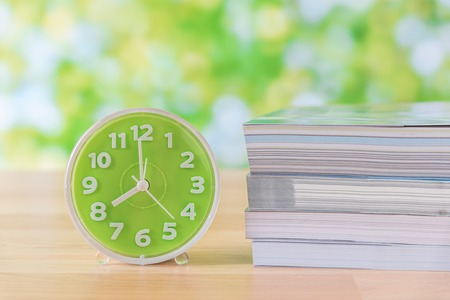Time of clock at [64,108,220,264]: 7:59
